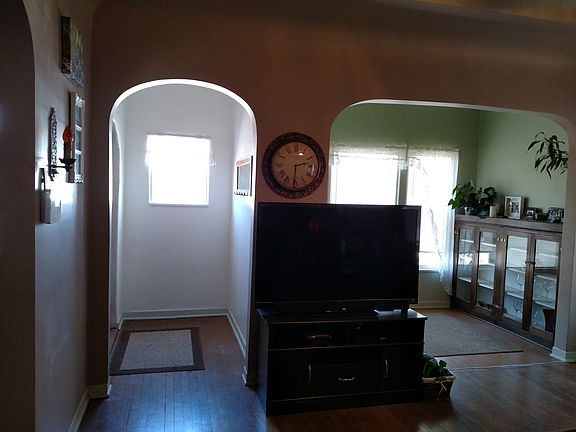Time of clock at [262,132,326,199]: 2:30
